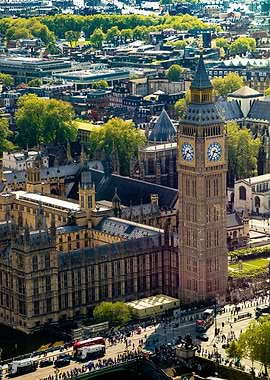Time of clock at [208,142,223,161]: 3:35
